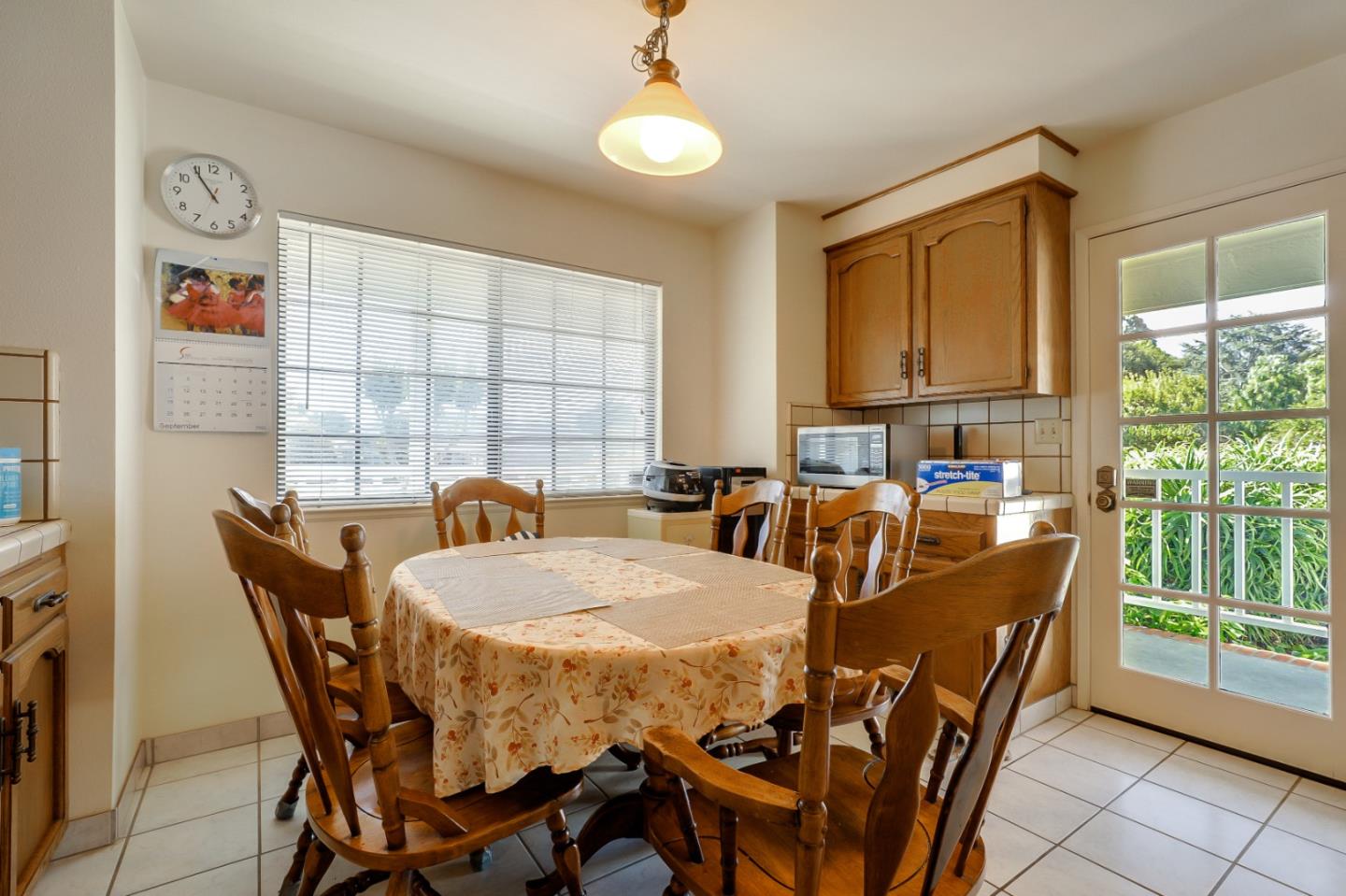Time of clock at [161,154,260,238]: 10:54
